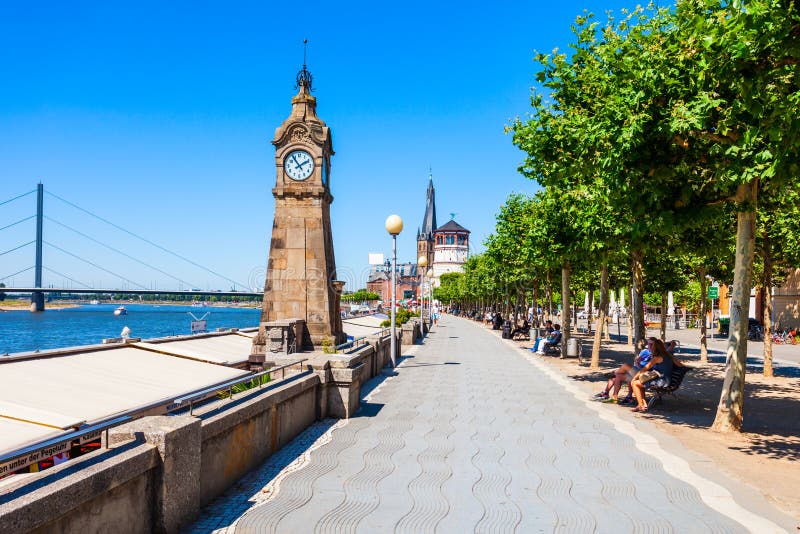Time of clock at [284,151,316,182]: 1:54
